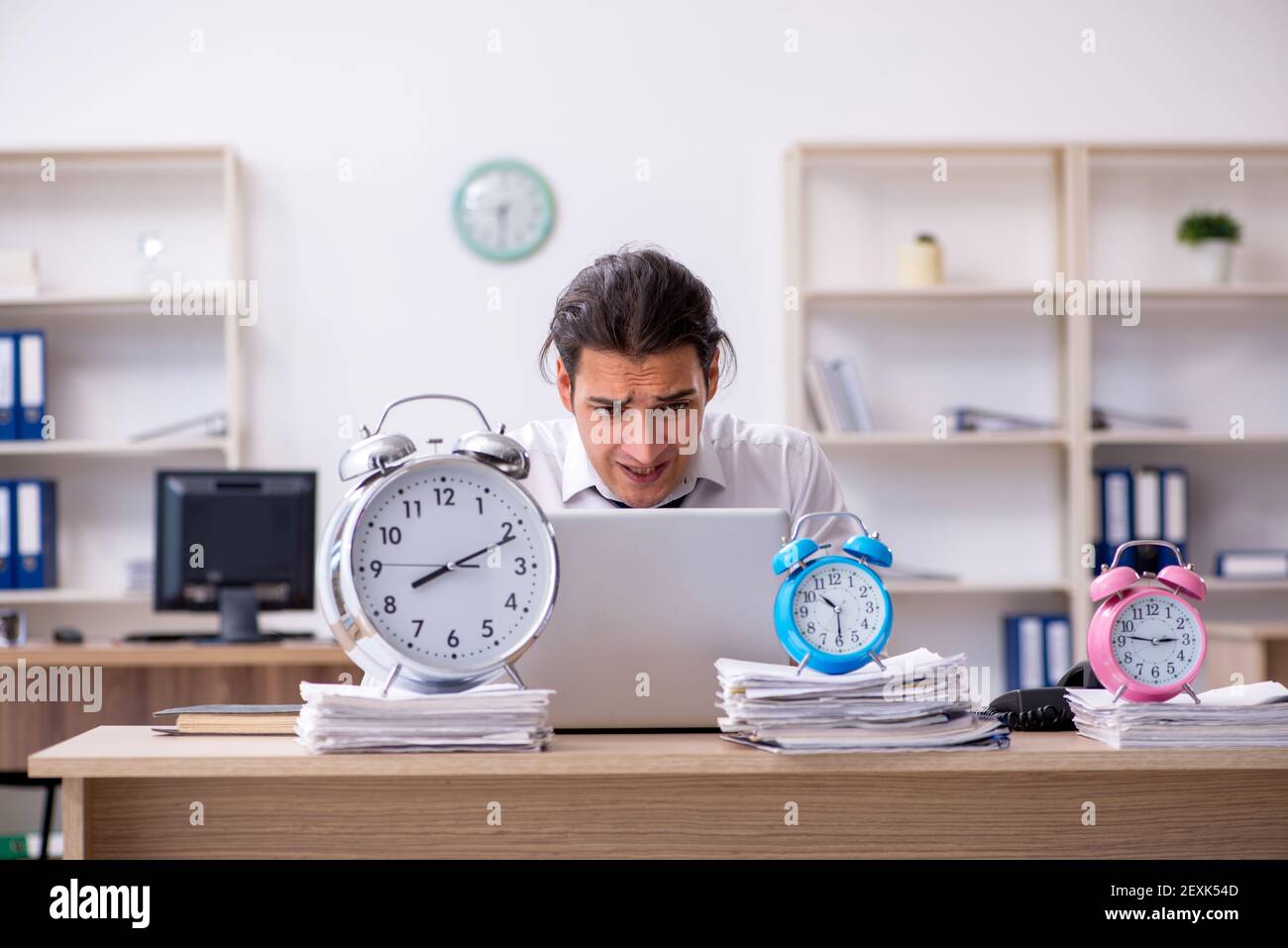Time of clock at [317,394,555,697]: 8:11
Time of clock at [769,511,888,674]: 10:30
